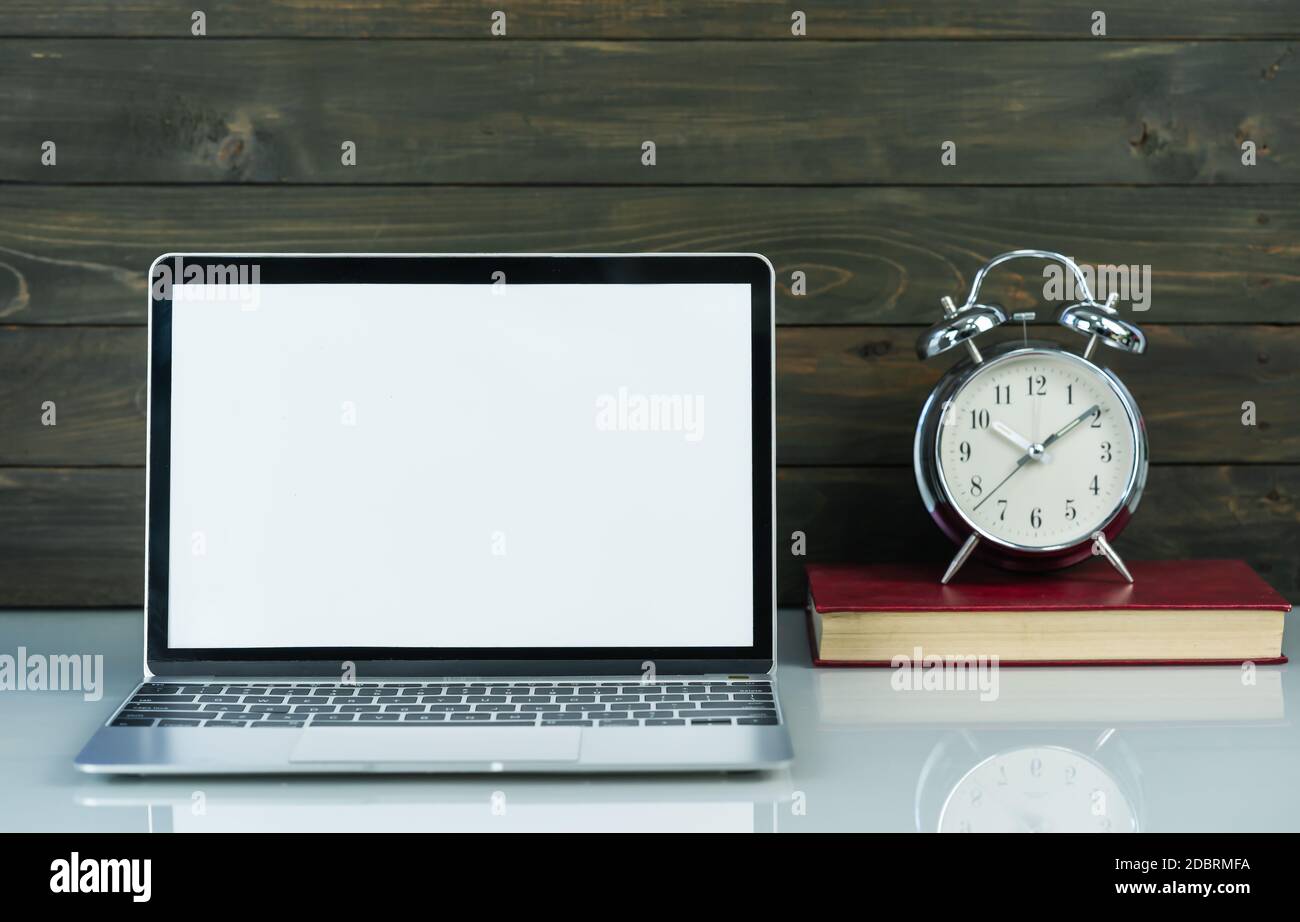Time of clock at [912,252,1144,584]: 10:09
